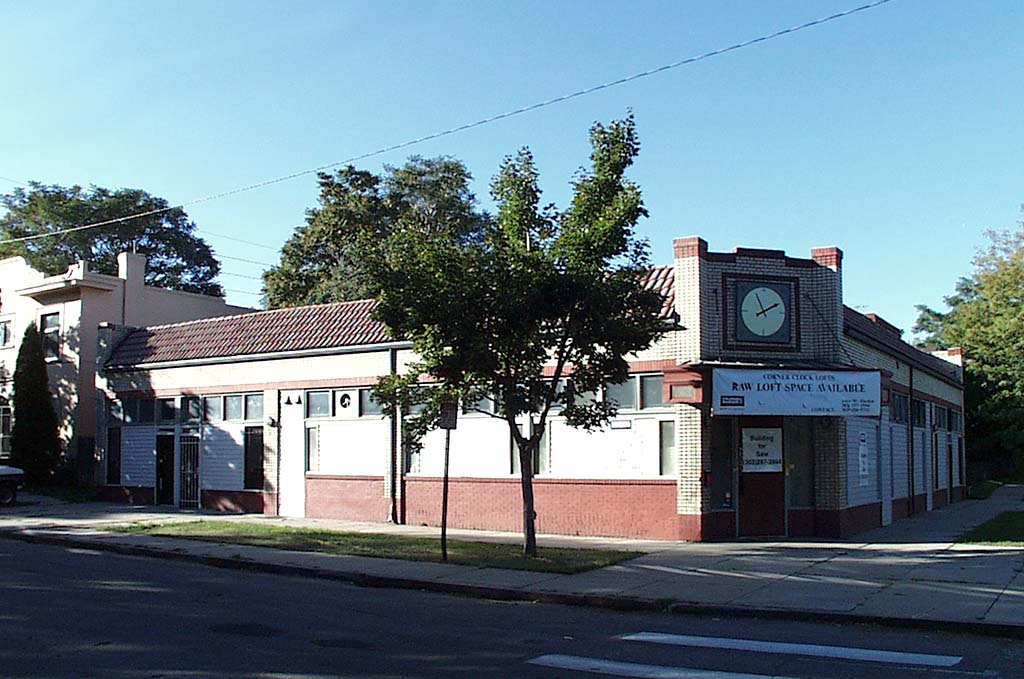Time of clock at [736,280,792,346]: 1:55
